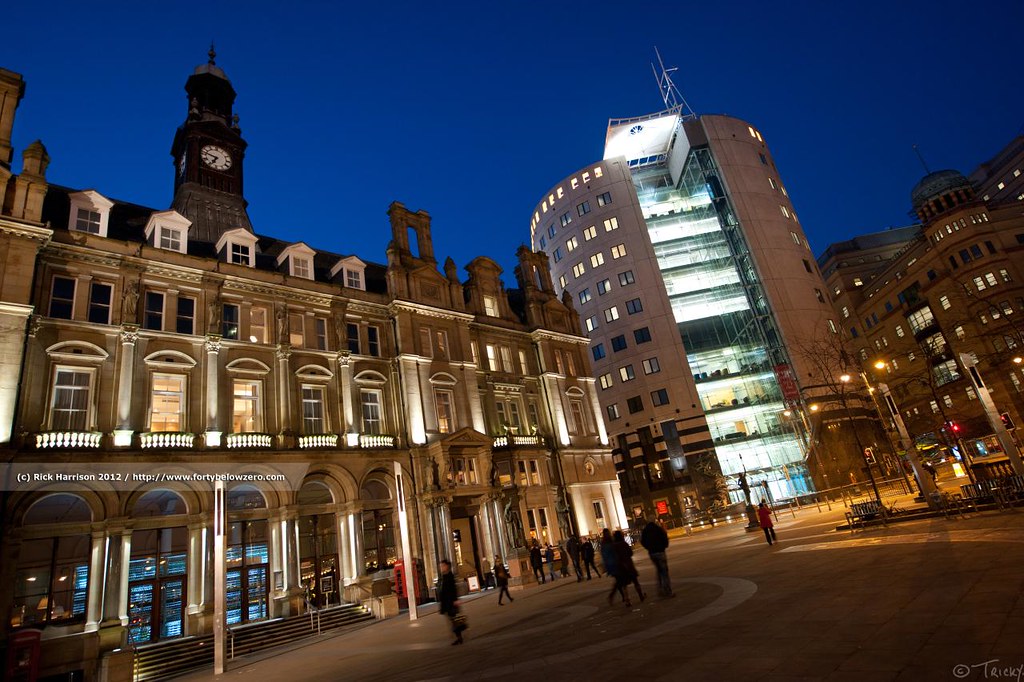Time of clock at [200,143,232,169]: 6:47
